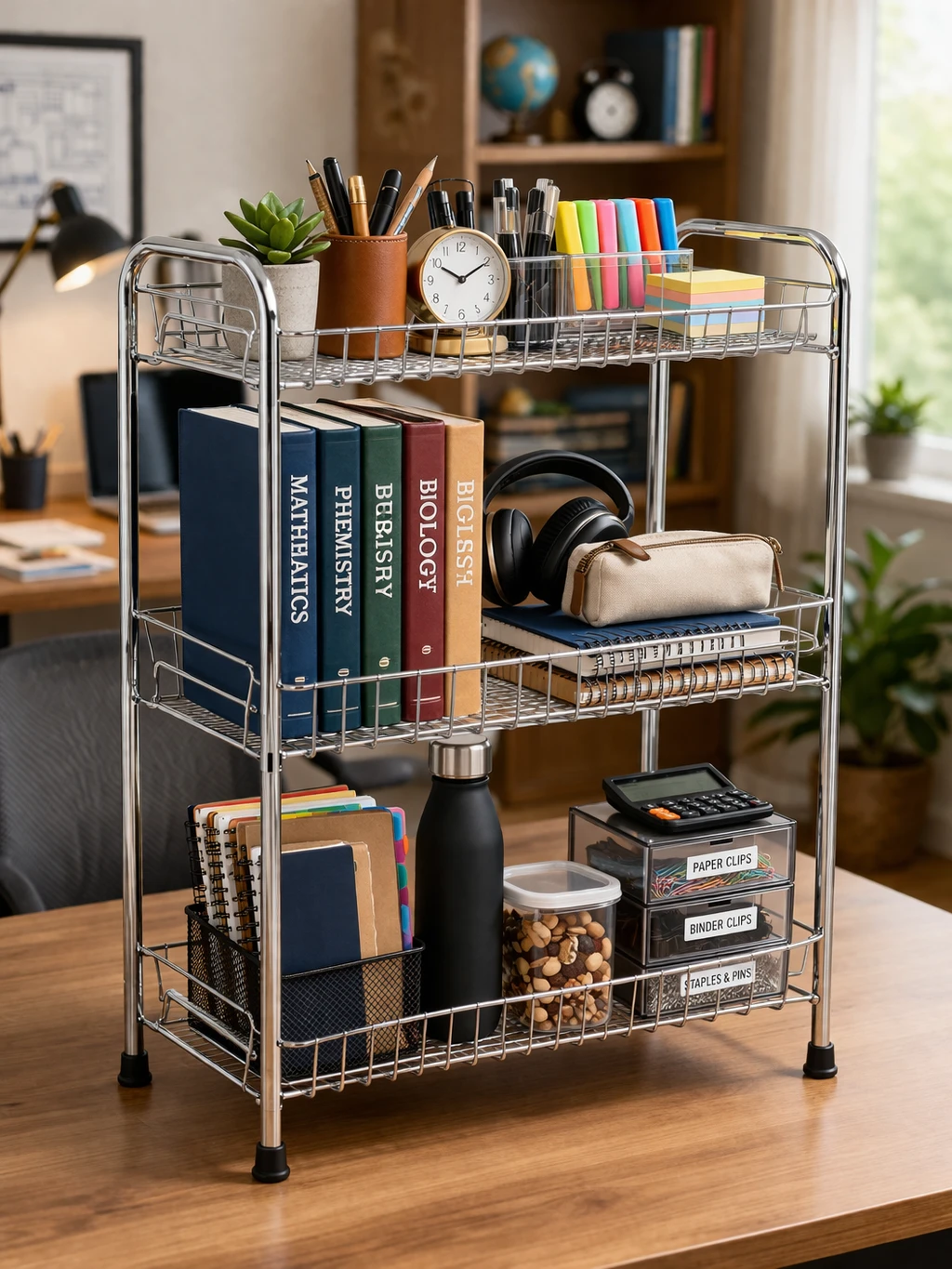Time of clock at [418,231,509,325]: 10:09
